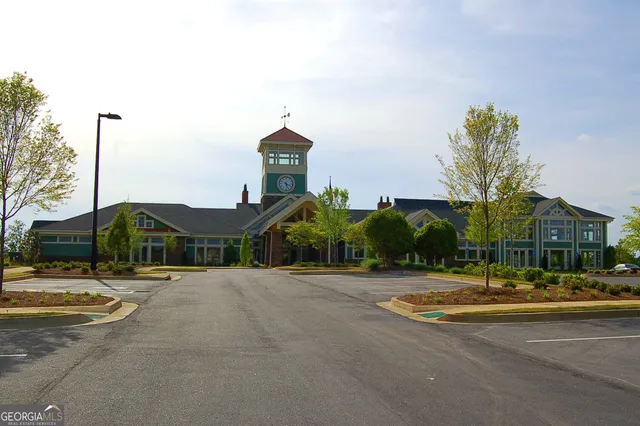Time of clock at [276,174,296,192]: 5:18
